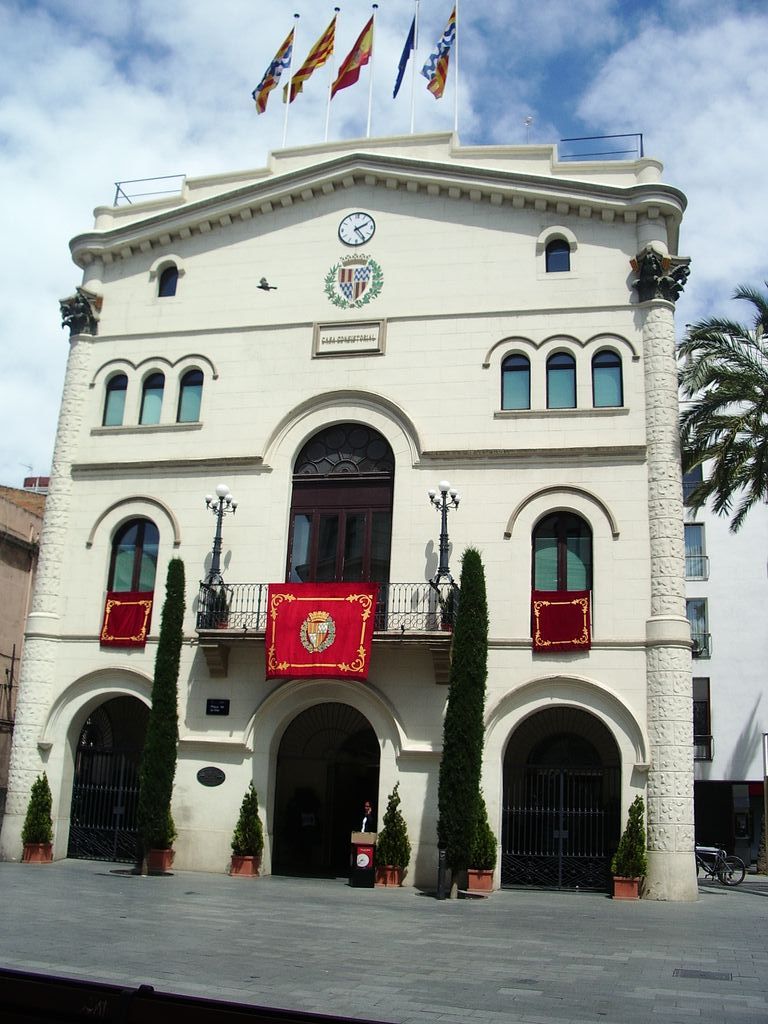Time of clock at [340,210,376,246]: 2:24
